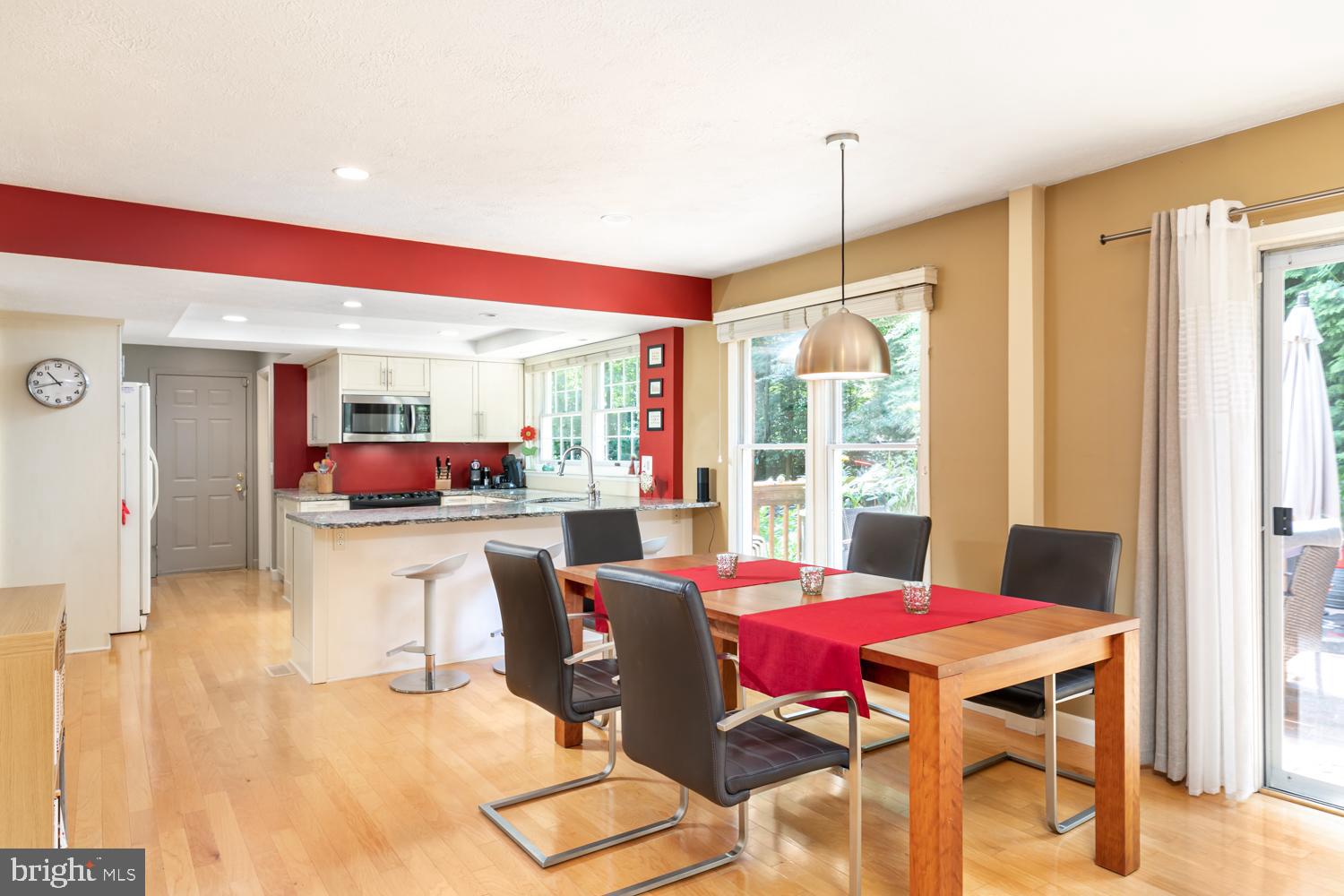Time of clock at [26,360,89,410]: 10:42
